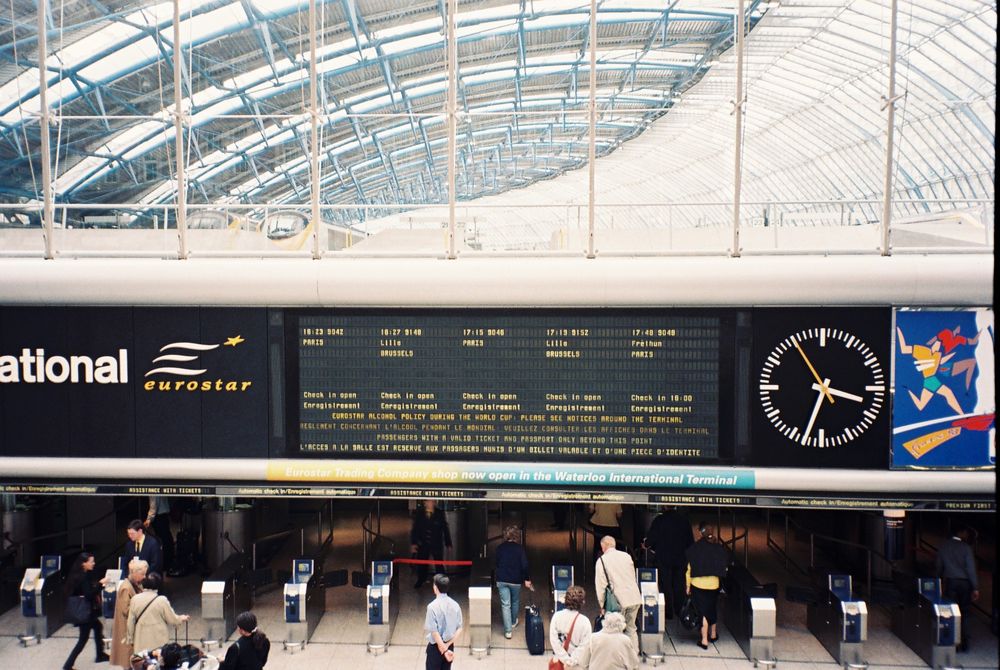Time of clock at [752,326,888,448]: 3:33
